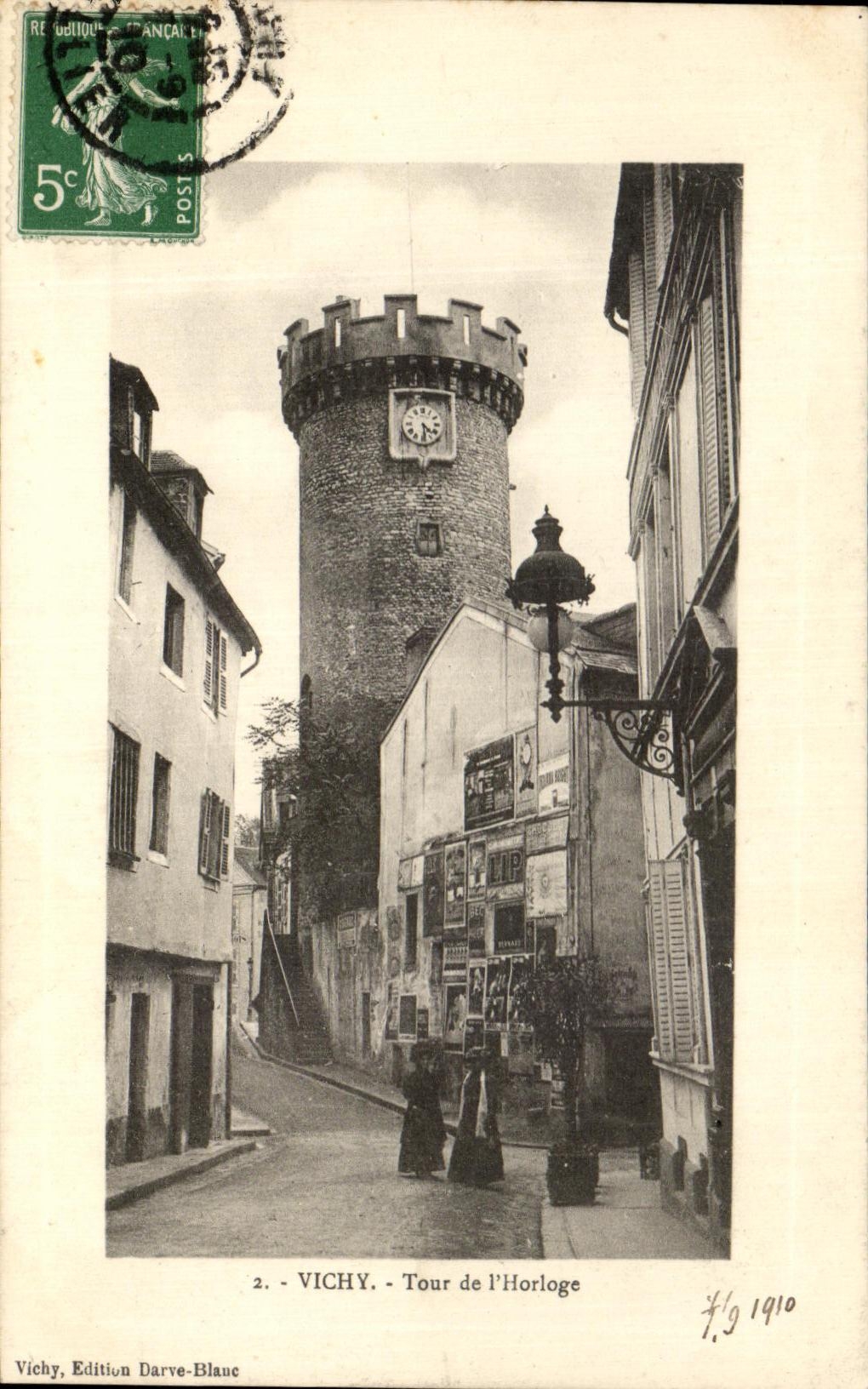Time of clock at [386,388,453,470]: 4:29
